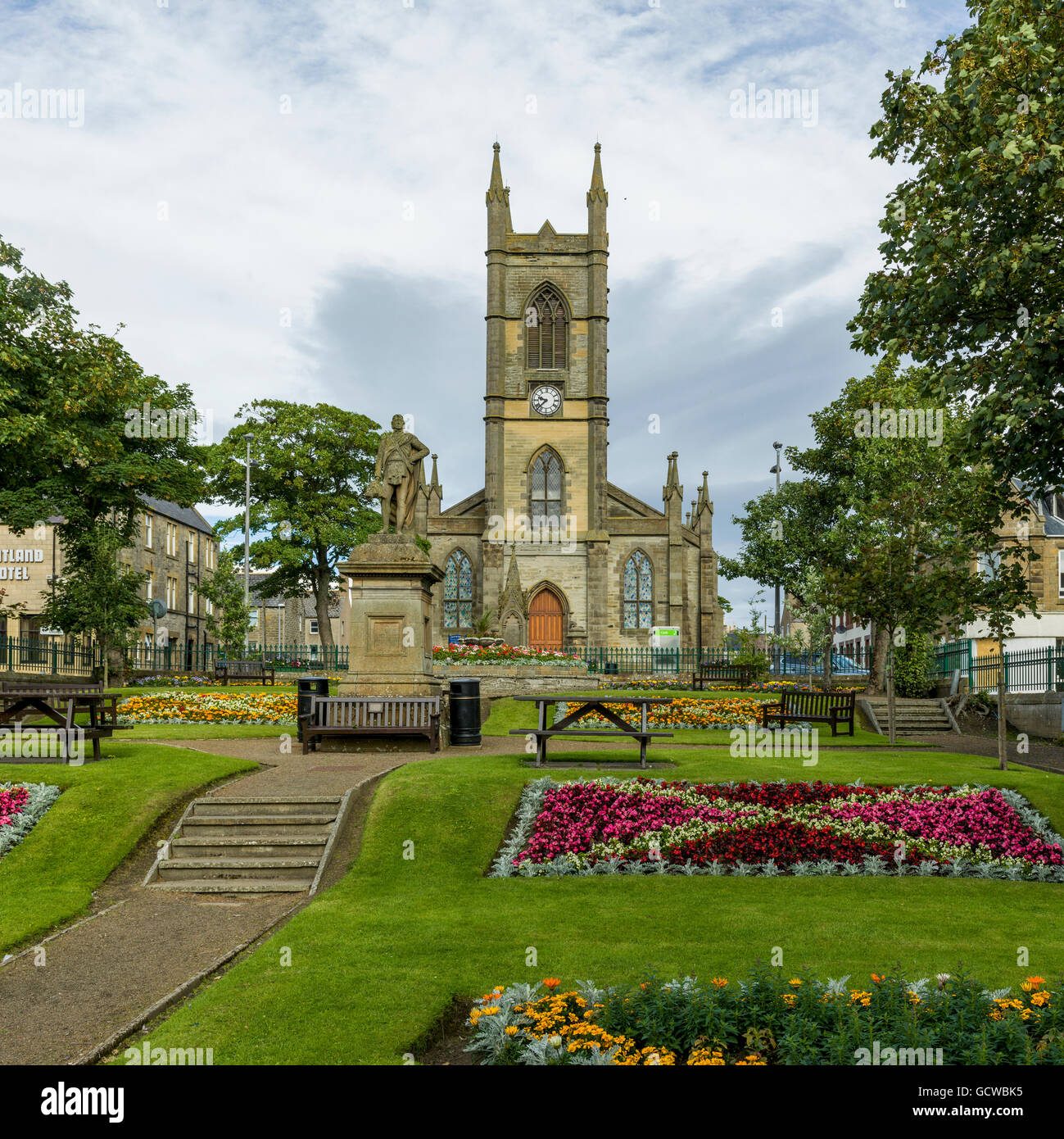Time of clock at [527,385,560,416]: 9:37
